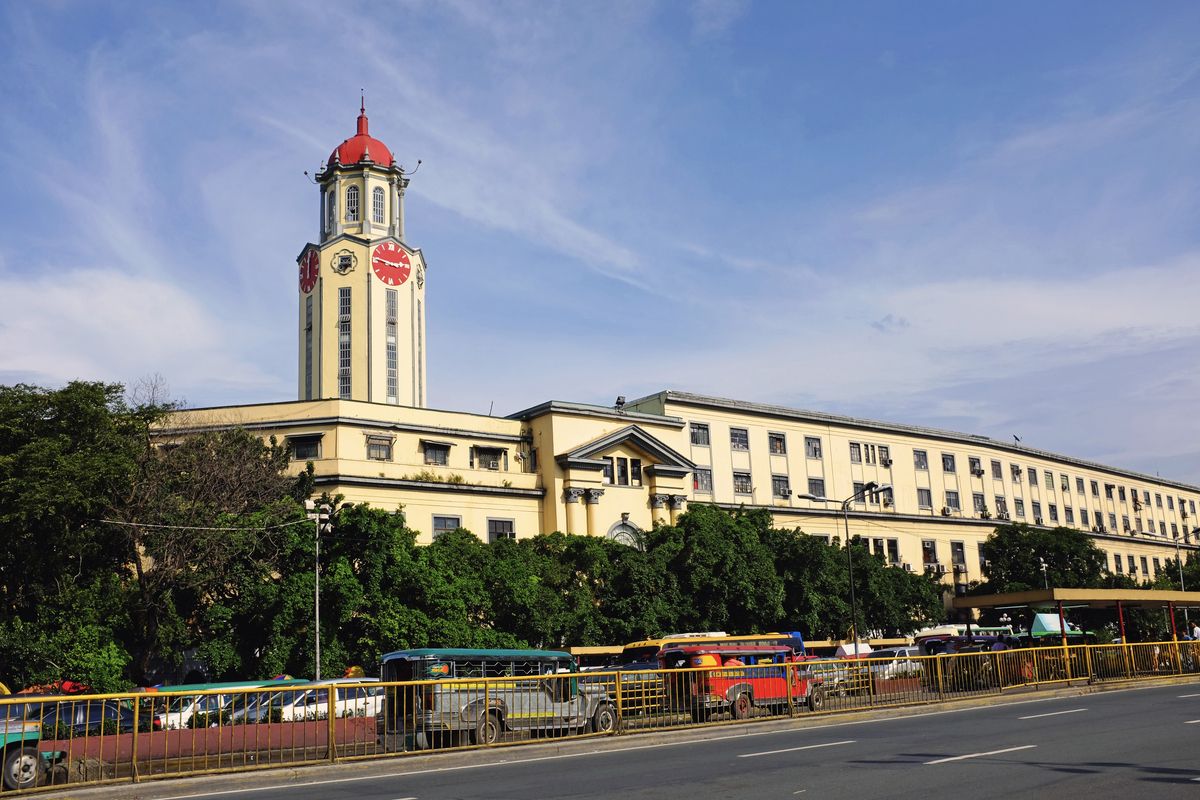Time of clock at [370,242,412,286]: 2:46
